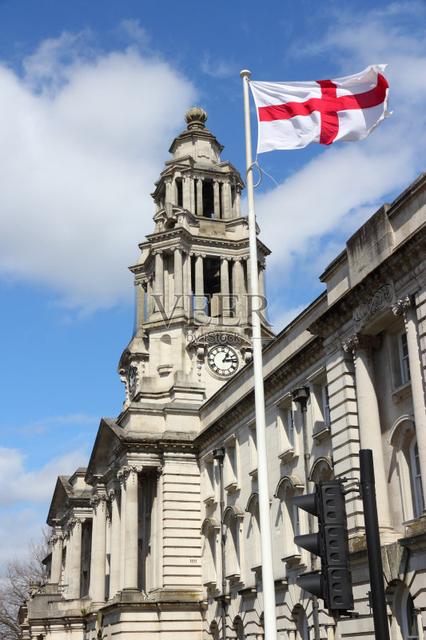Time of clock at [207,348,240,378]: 1:13
